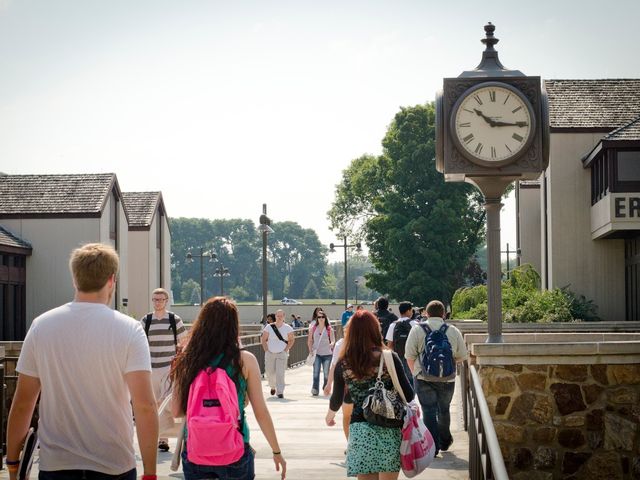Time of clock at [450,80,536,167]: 10:15
